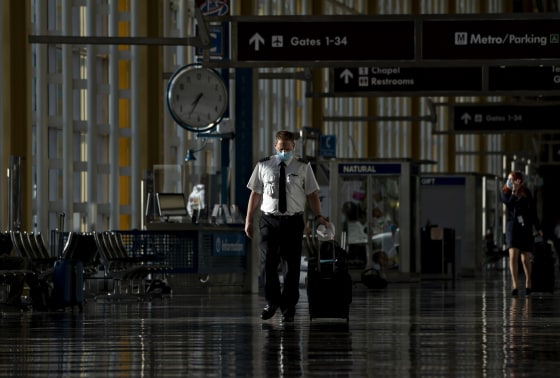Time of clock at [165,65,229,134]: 7:34
